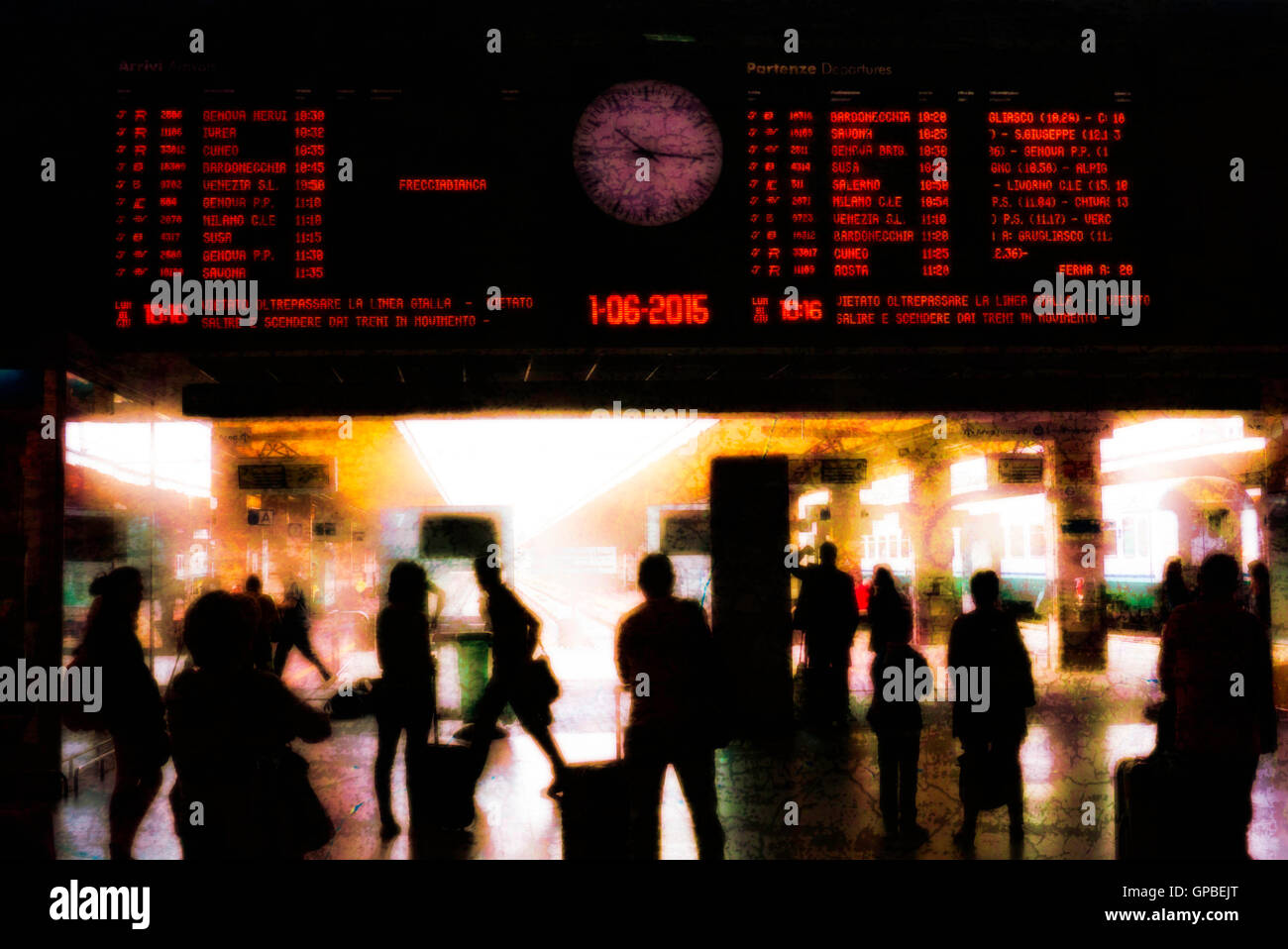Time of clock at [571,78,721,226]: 10:15
